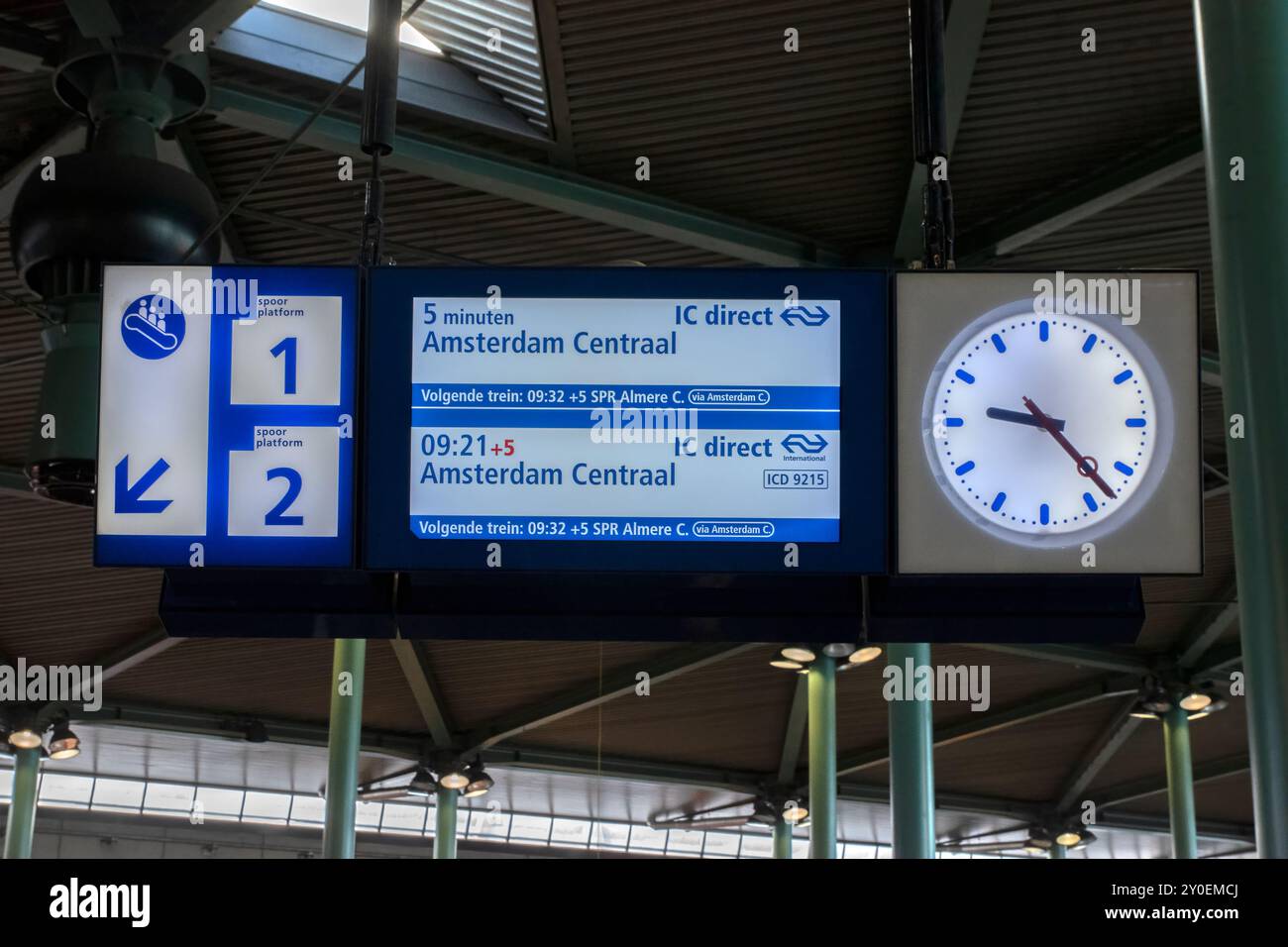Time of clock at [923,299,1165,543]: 9:22
